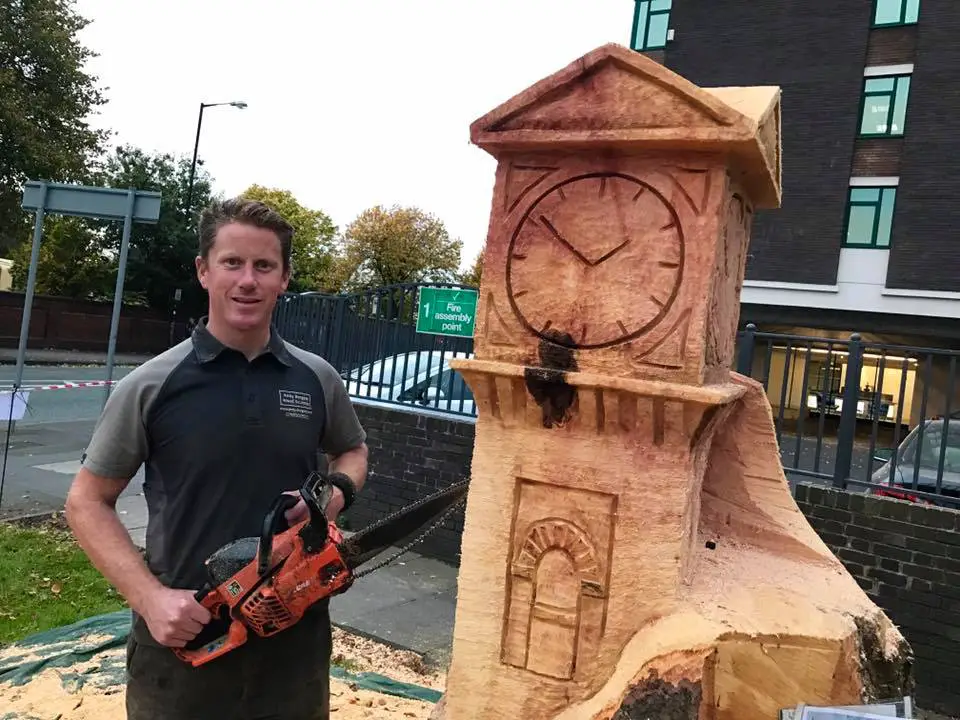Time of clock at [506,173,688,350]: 1:51
